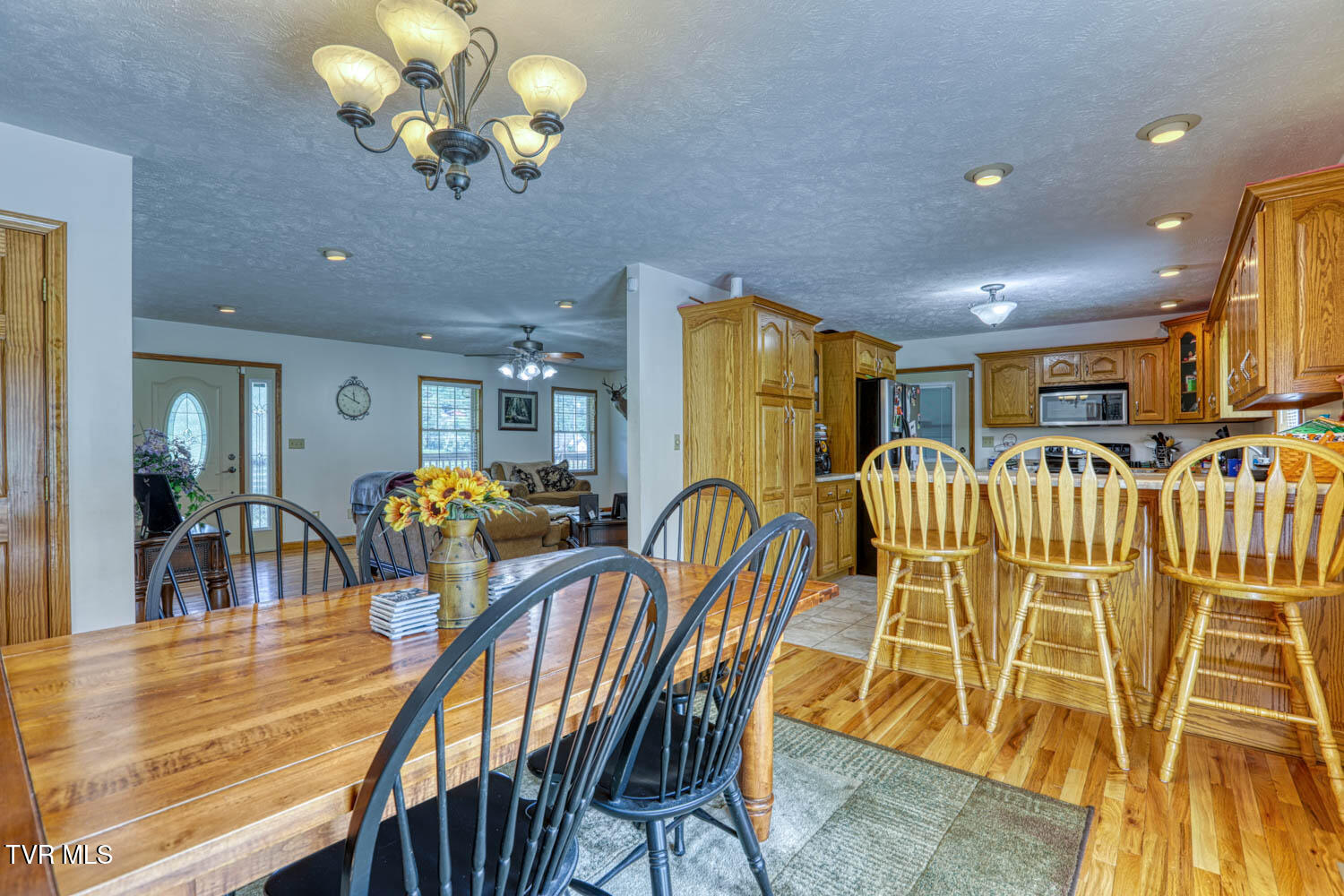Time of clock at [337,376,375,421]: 11:49
